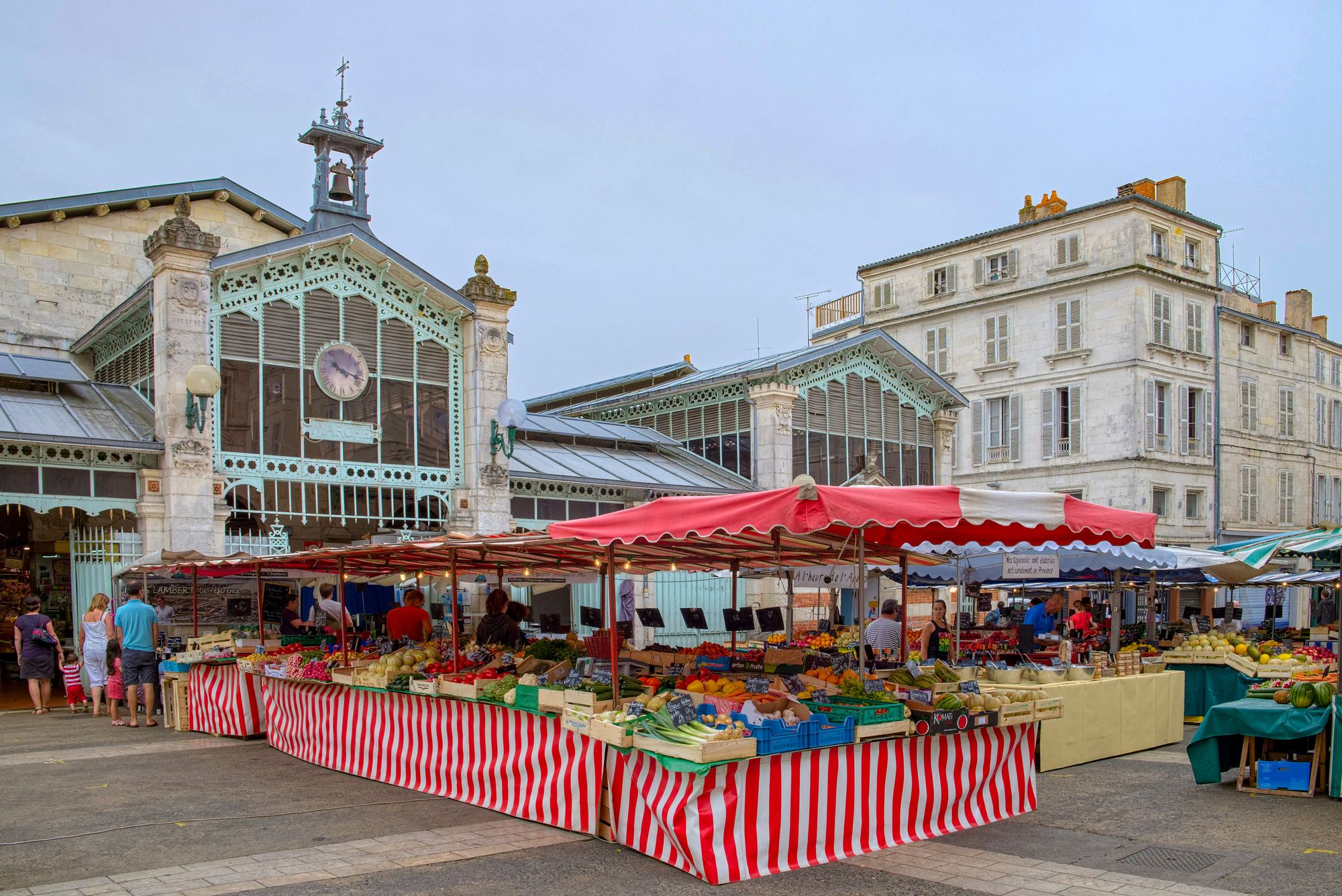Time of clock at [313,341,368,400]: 10:17
